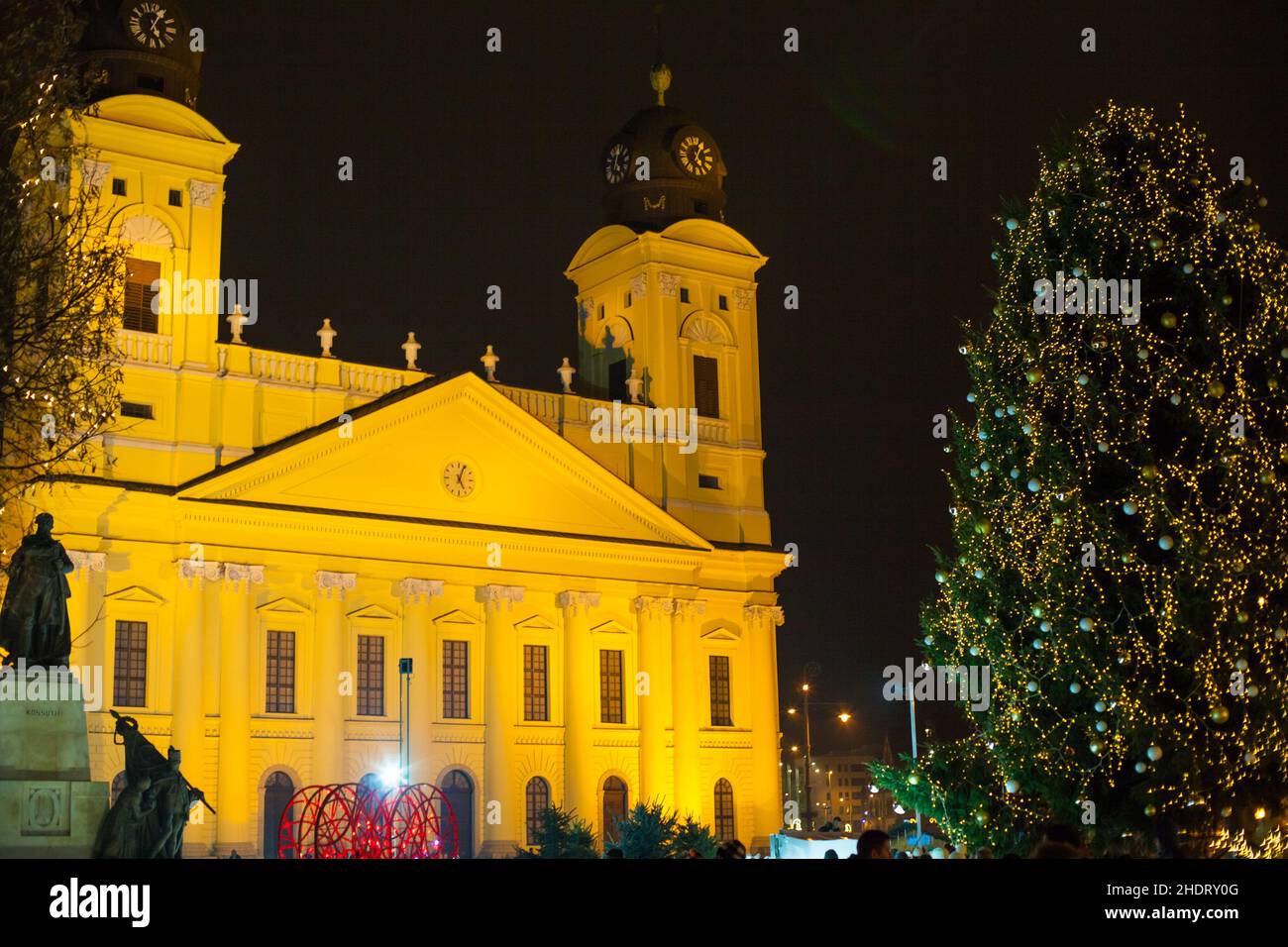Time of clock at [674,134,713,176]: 5:05
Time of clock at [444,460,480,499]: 5:04
